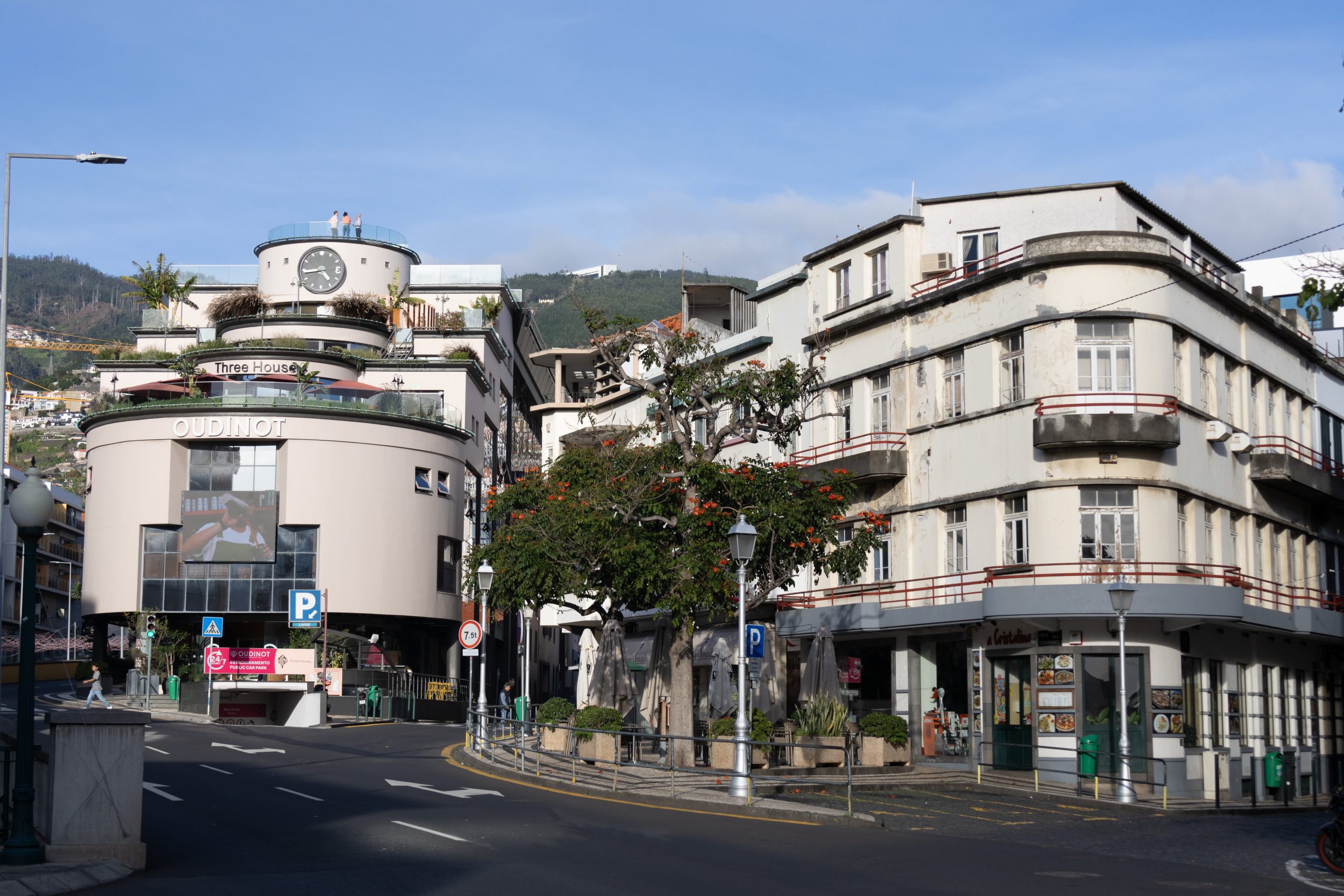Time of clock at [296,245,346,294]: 4:44
